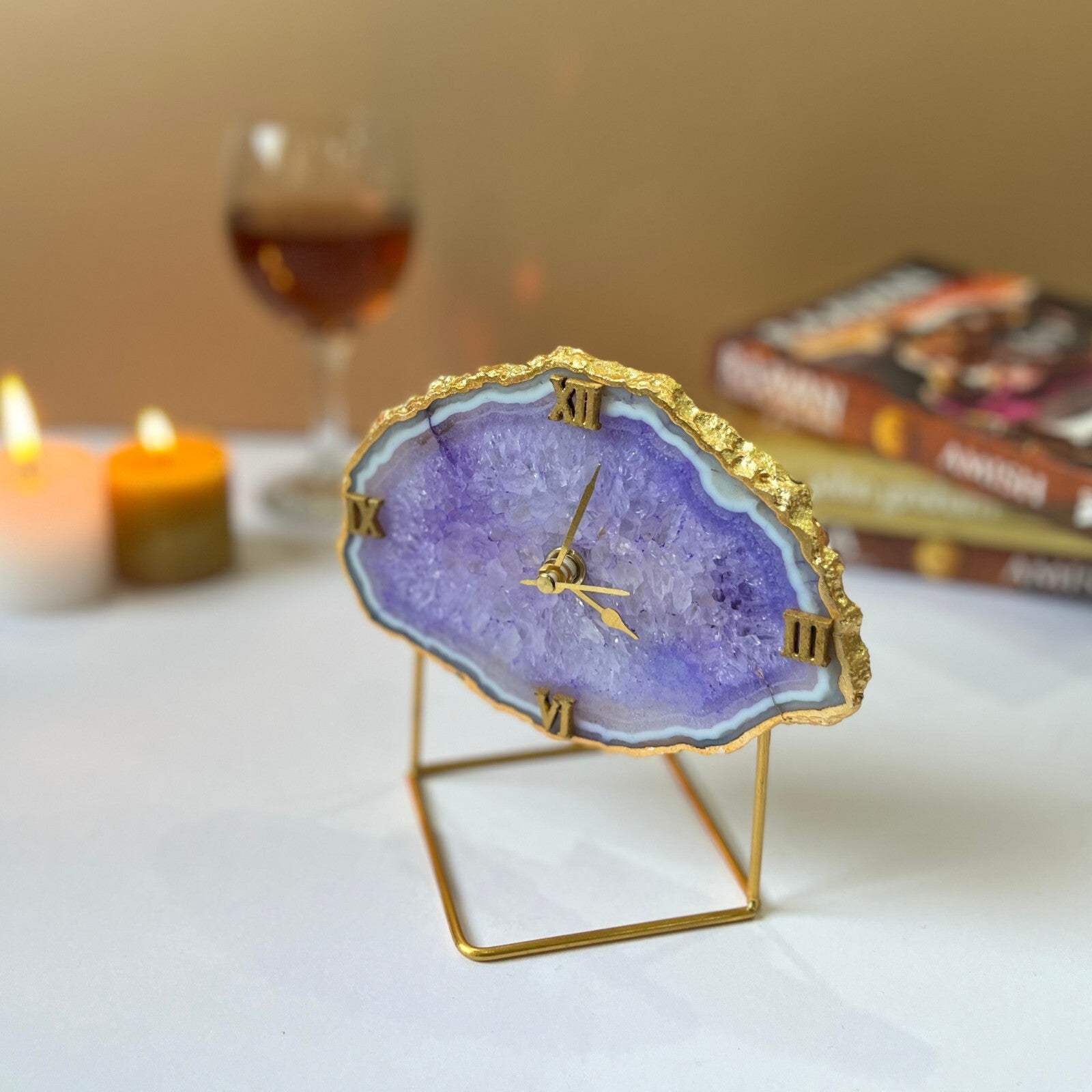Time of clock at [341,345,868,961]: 4:02
